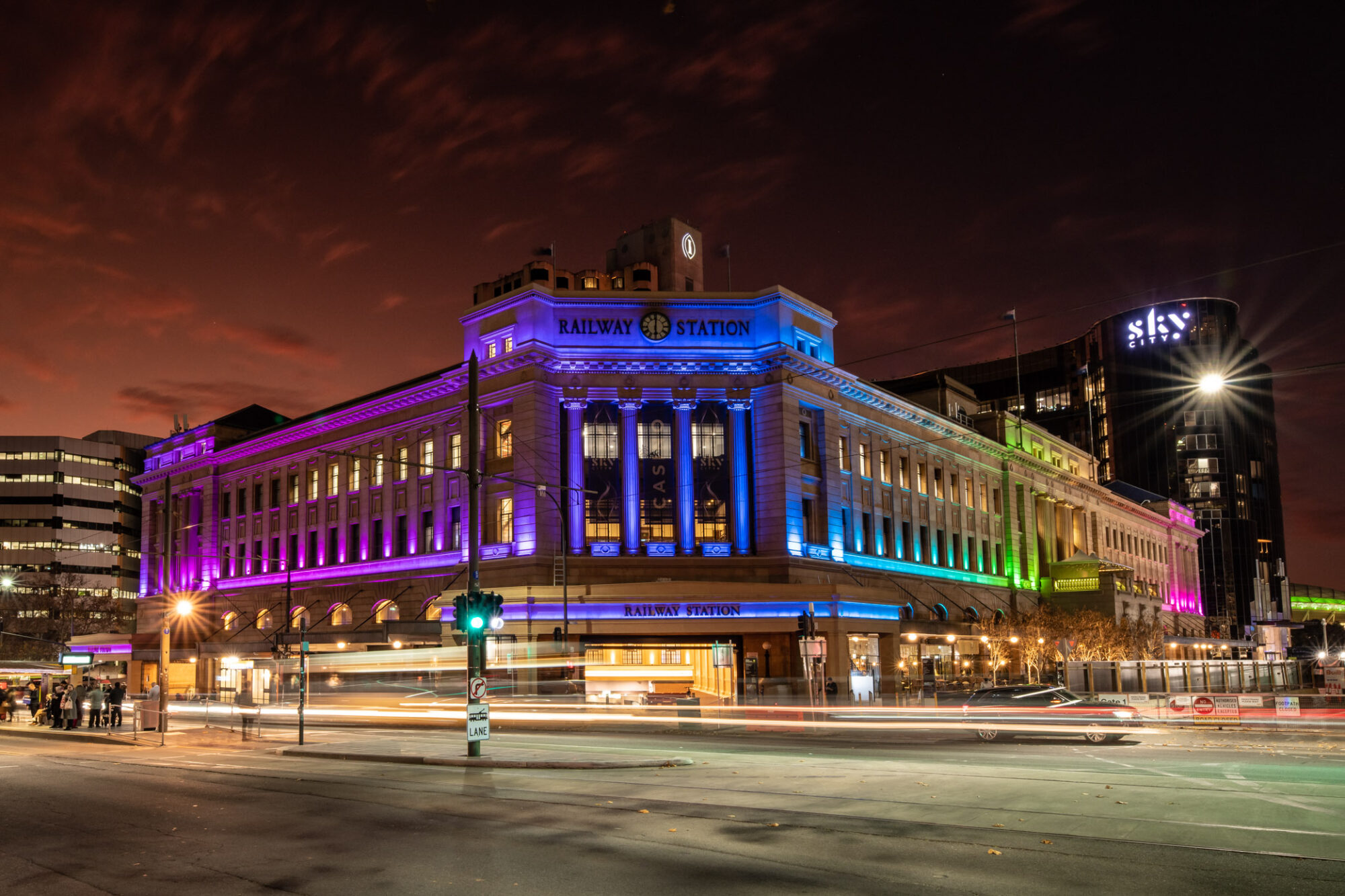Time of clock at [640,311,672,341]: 6:00
